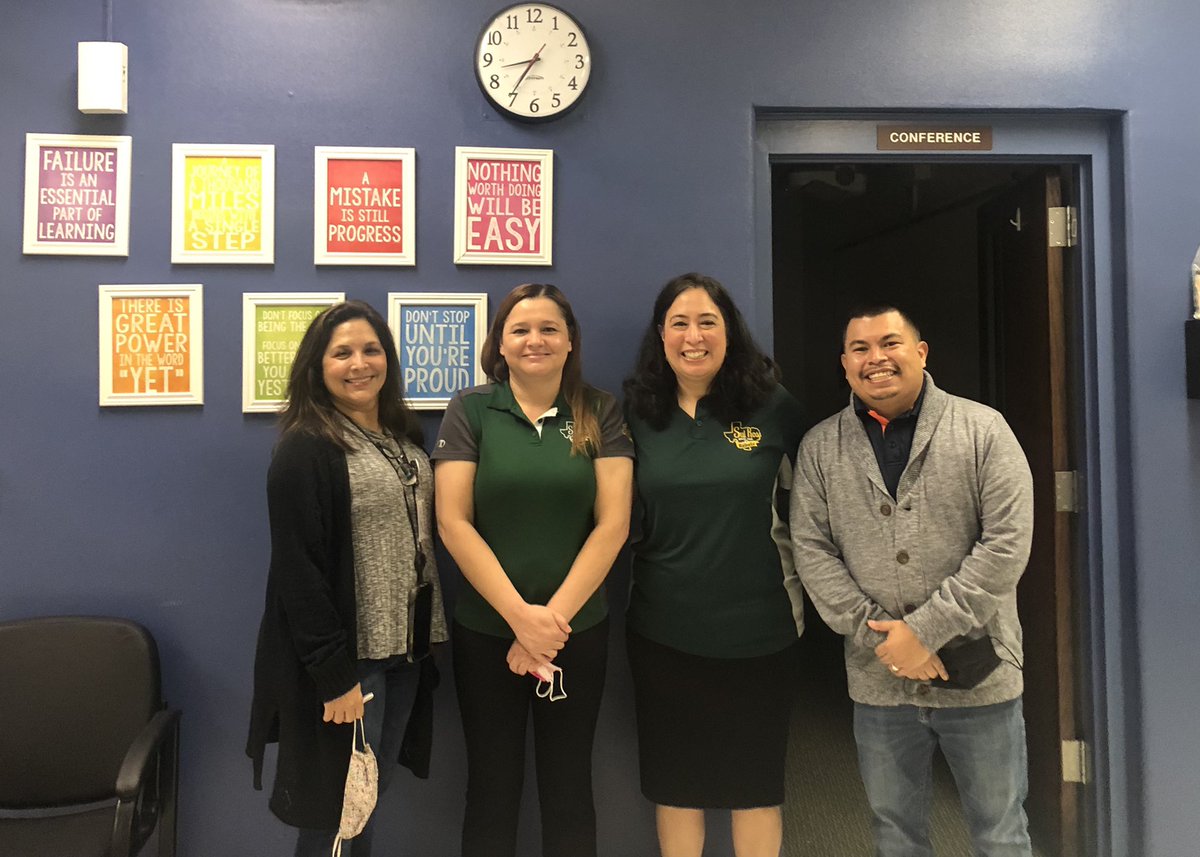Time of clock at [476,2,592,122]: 8:35
